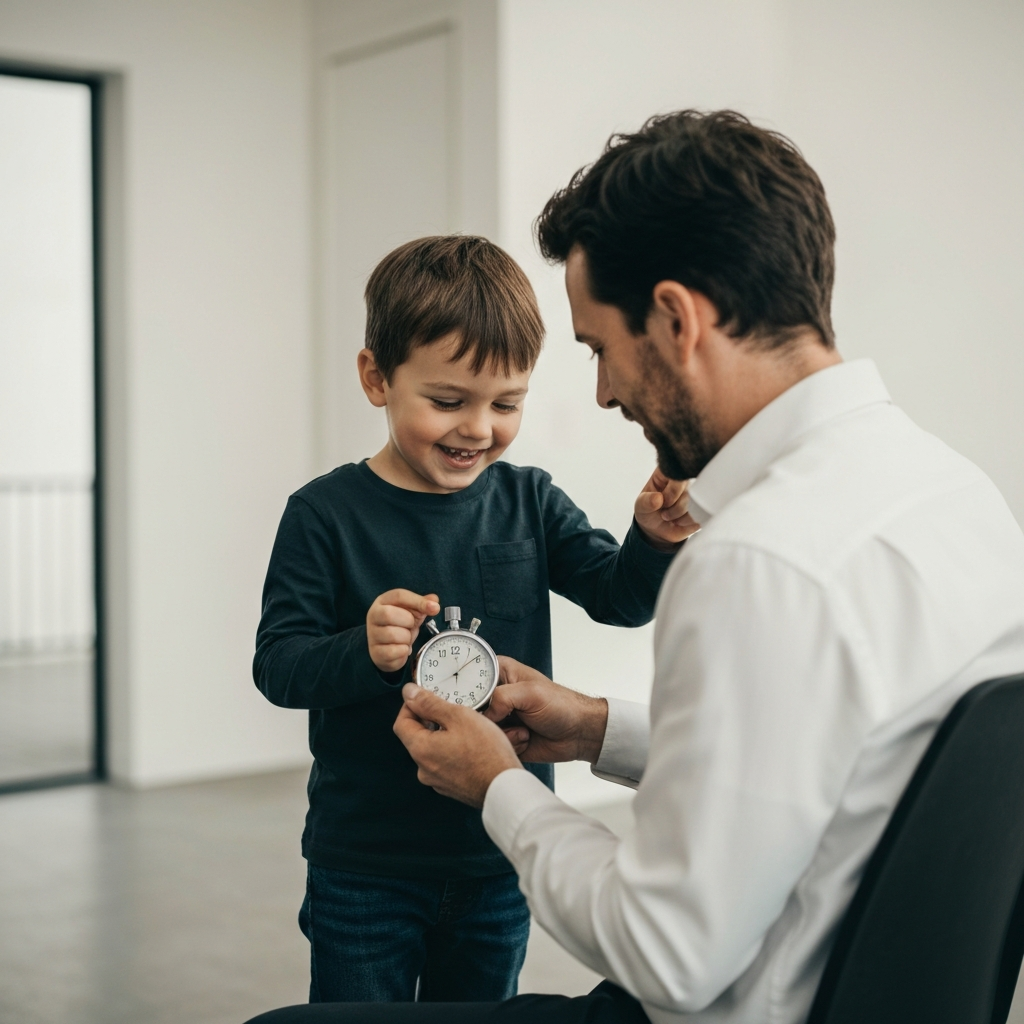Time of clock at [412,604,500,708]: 12:08
